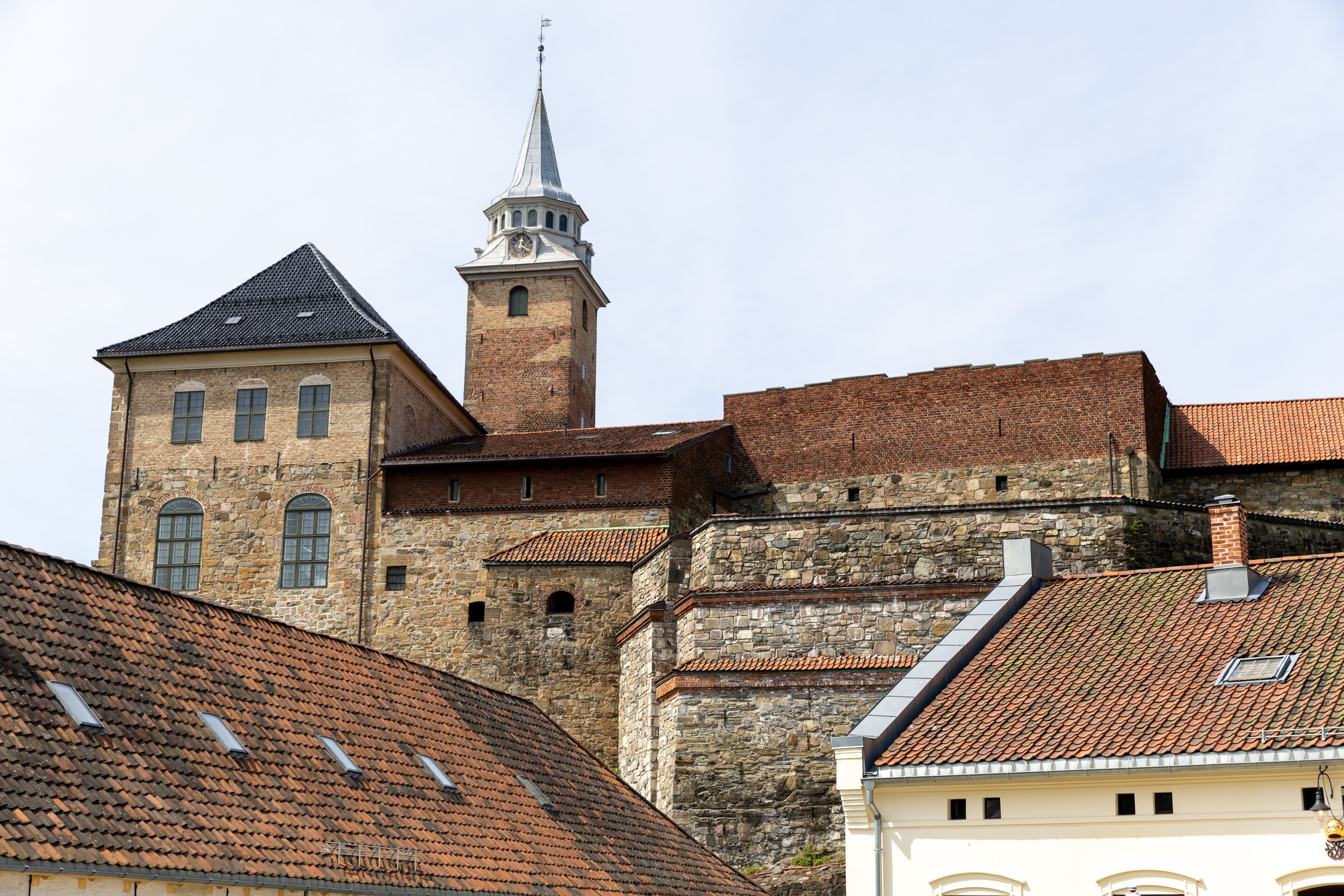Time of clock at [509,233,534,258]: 12:19
